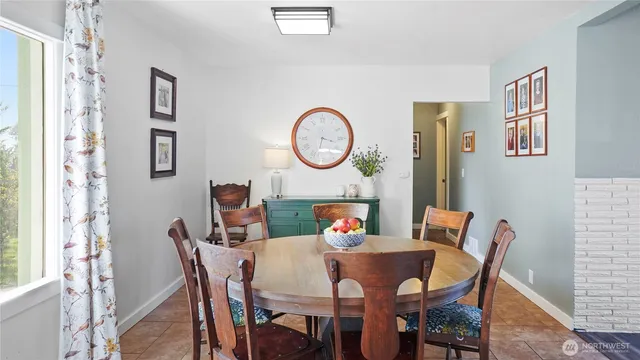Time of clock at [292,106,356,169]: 3:32
